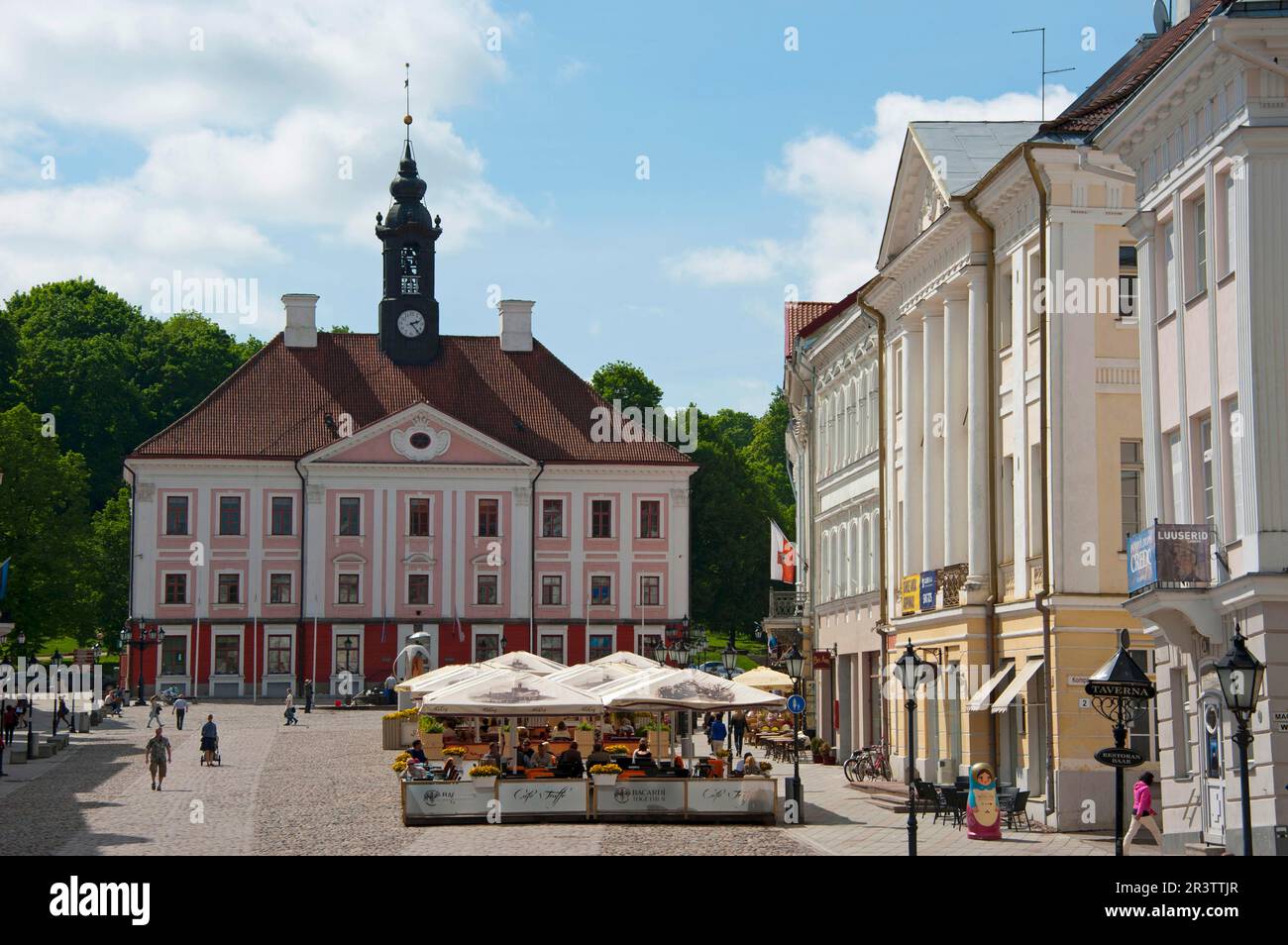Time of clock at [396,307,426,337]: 2:23
